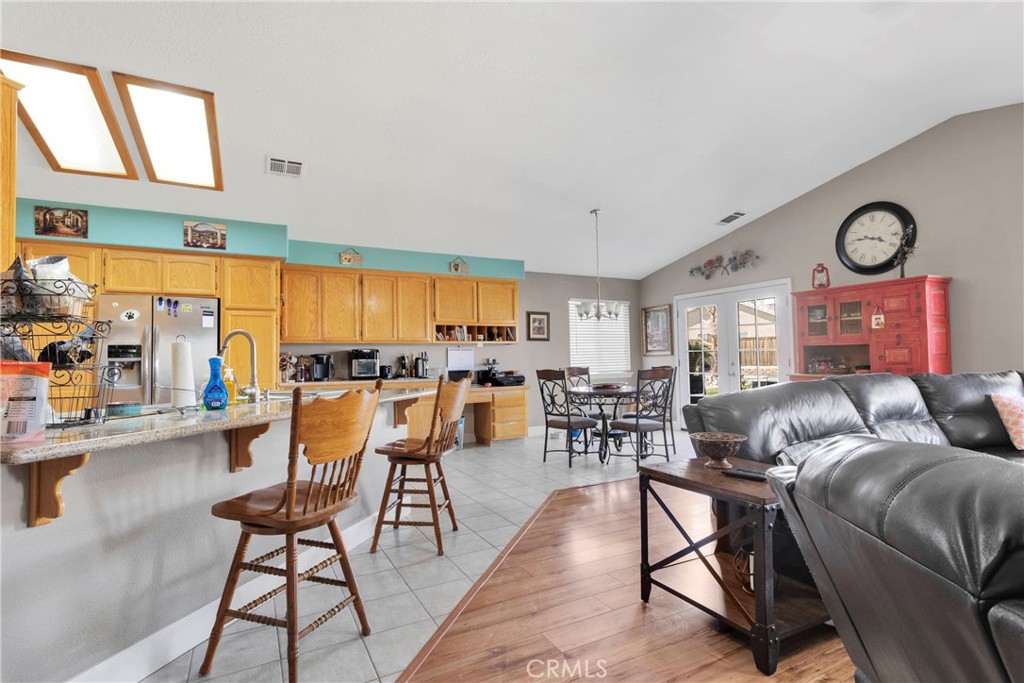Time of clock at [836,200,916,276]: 3:46
